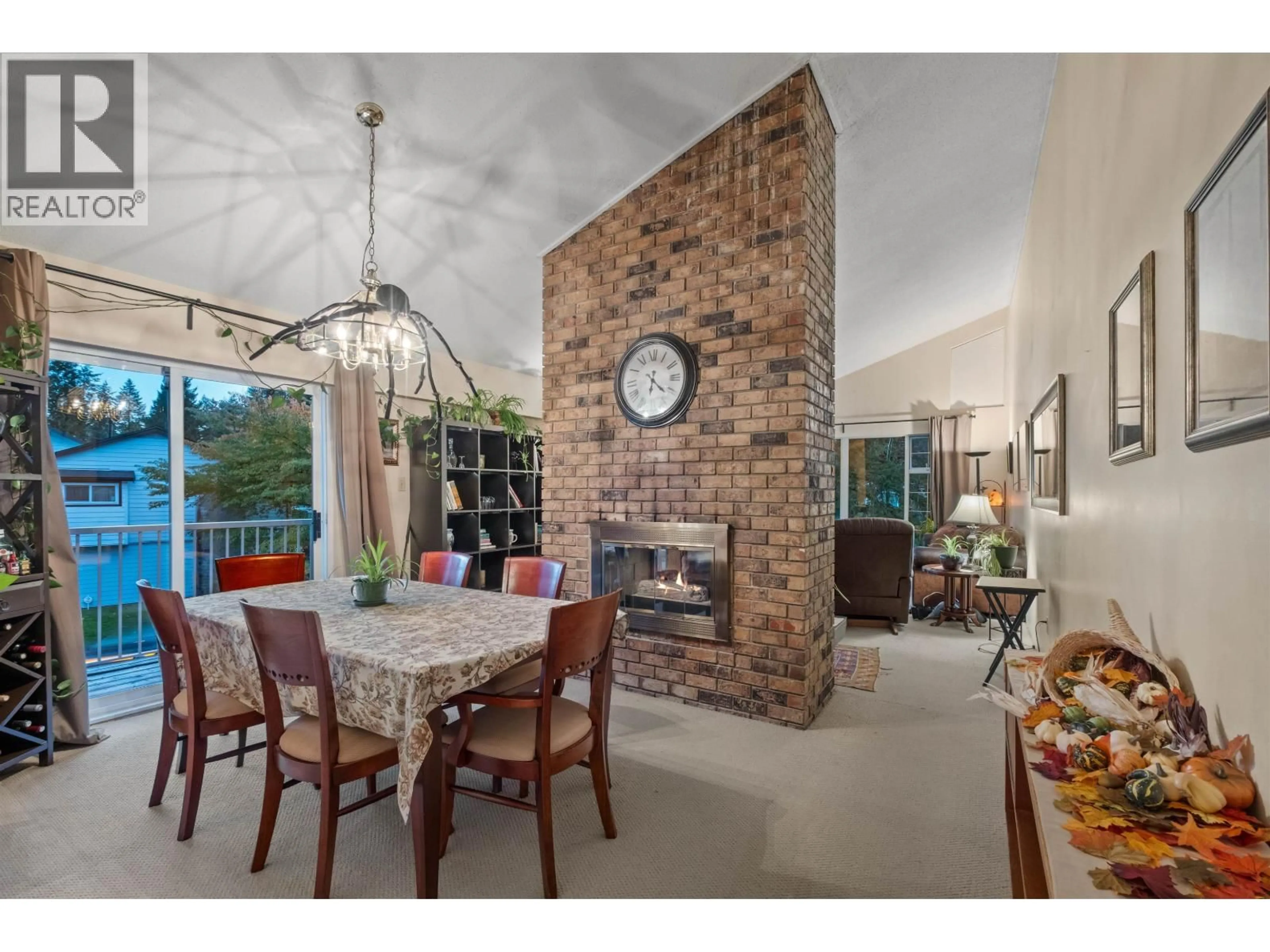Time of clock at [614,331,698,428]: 6:21
